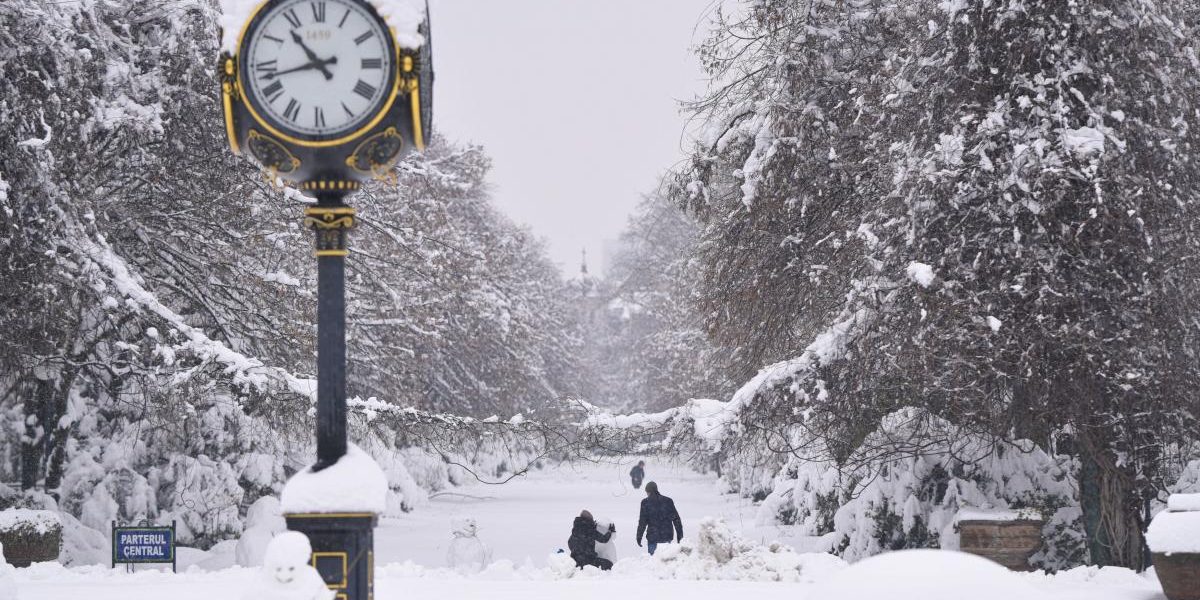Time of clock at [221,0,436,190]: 10:42
